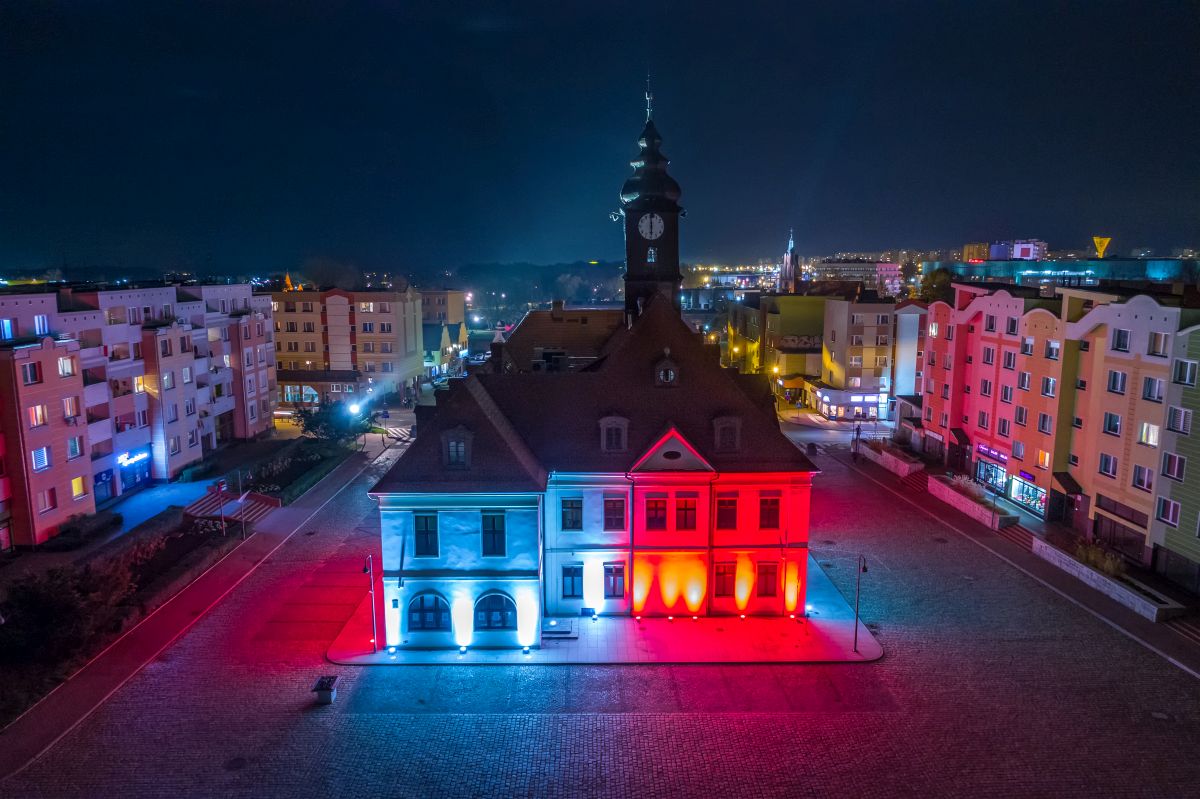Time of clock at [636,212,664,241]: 5:59
